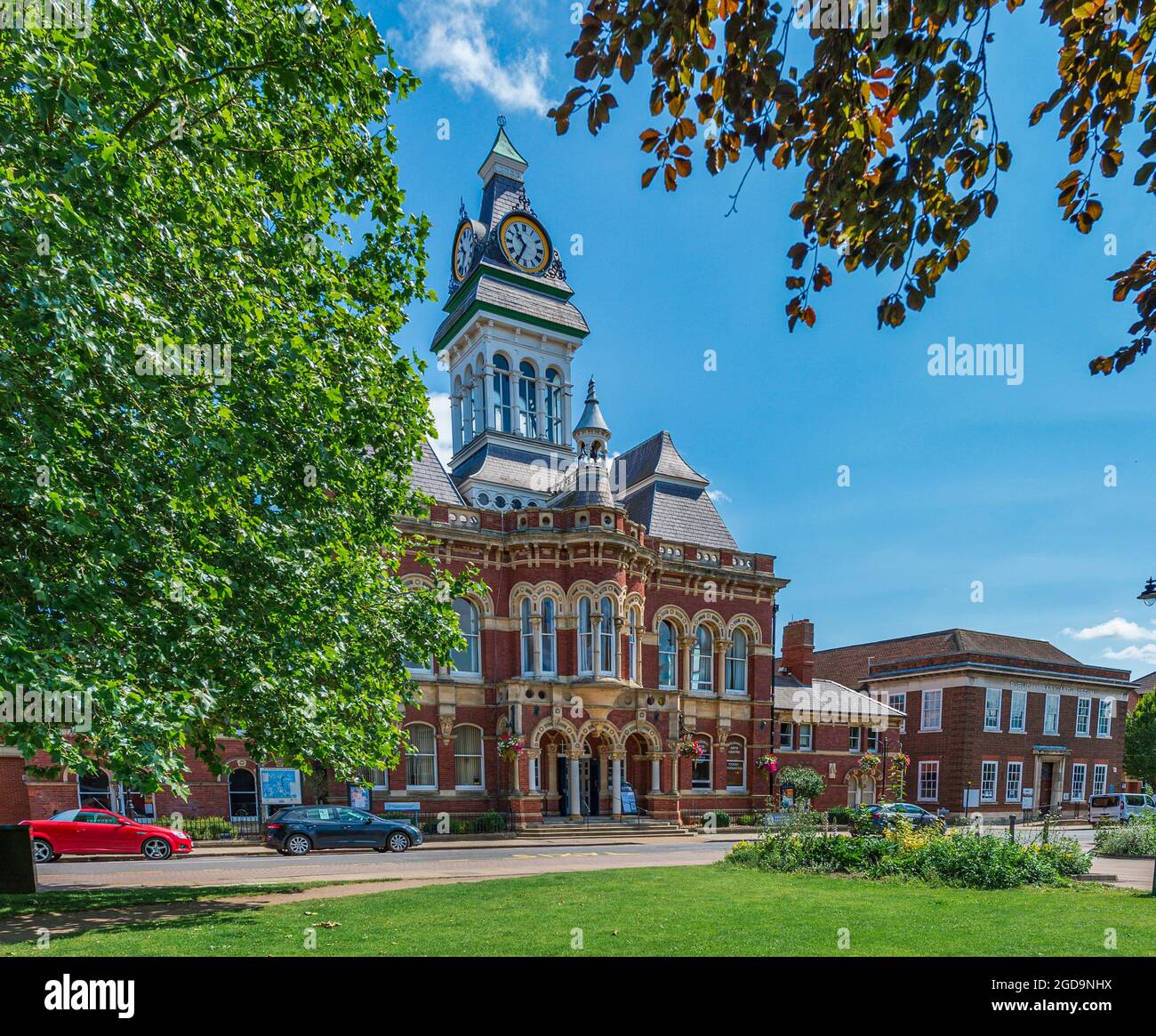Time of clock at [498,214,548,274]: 10:34
